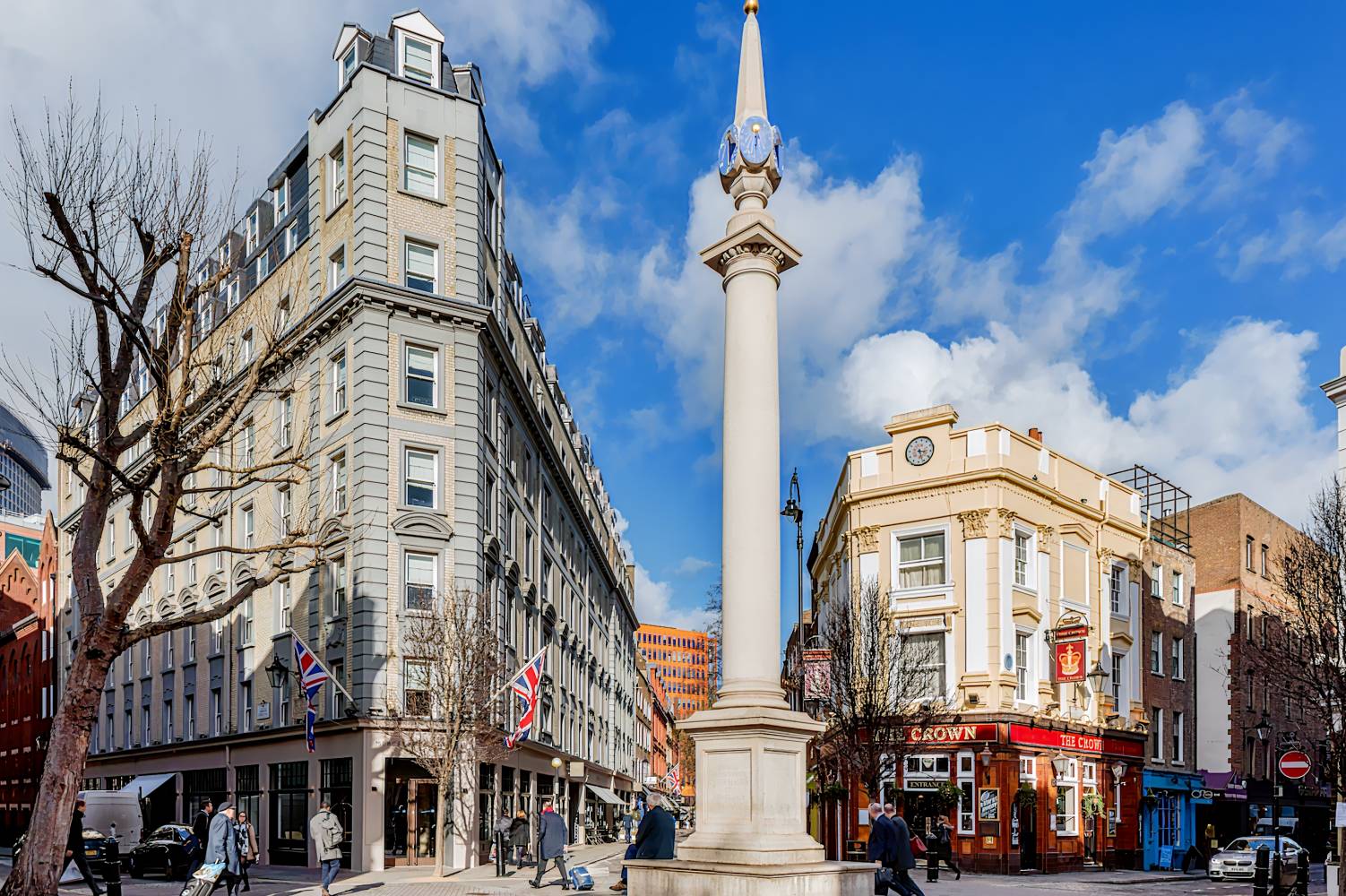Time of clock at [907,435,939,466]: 3:26
